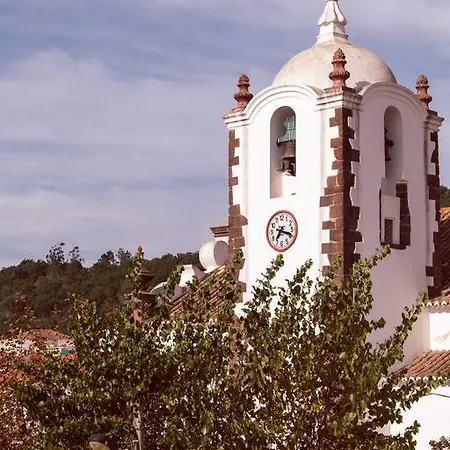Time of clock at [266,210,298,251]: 7:18
